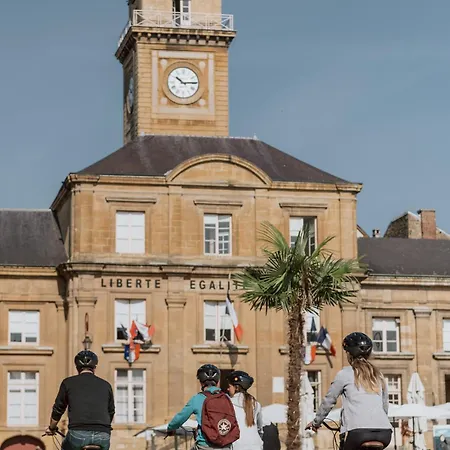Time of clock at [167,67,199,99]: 10:14
